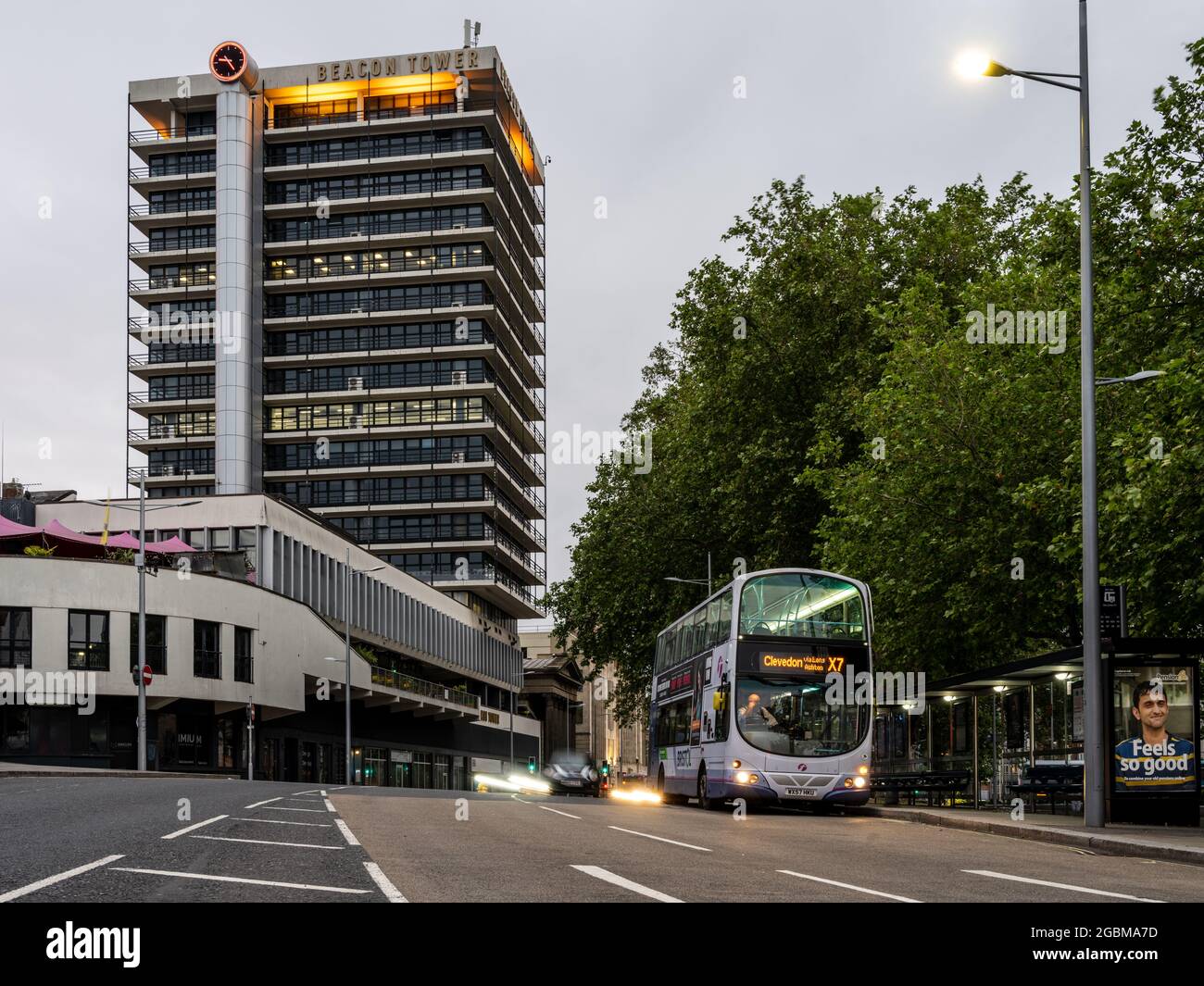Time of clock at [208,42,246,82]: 9:24
